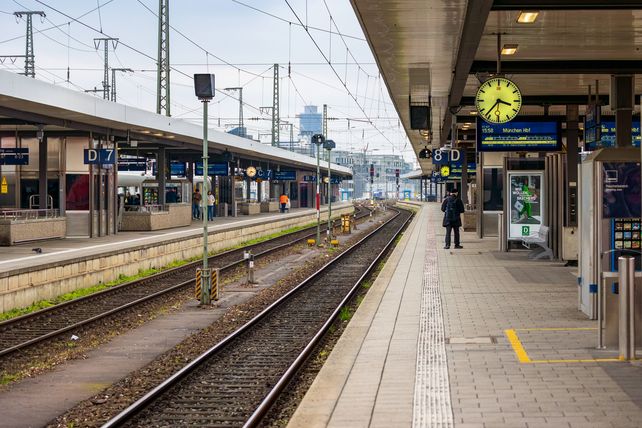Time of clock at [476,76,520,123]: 3:36
